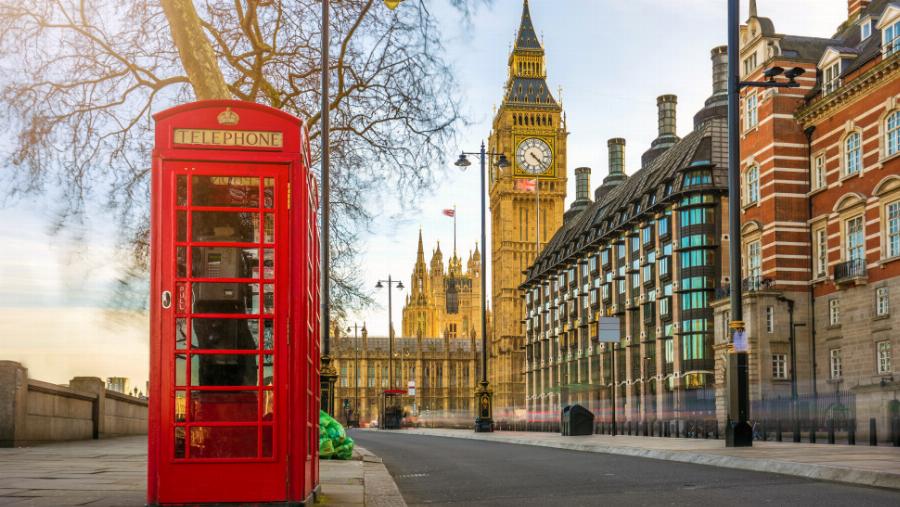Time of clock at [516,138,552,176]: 4:22
